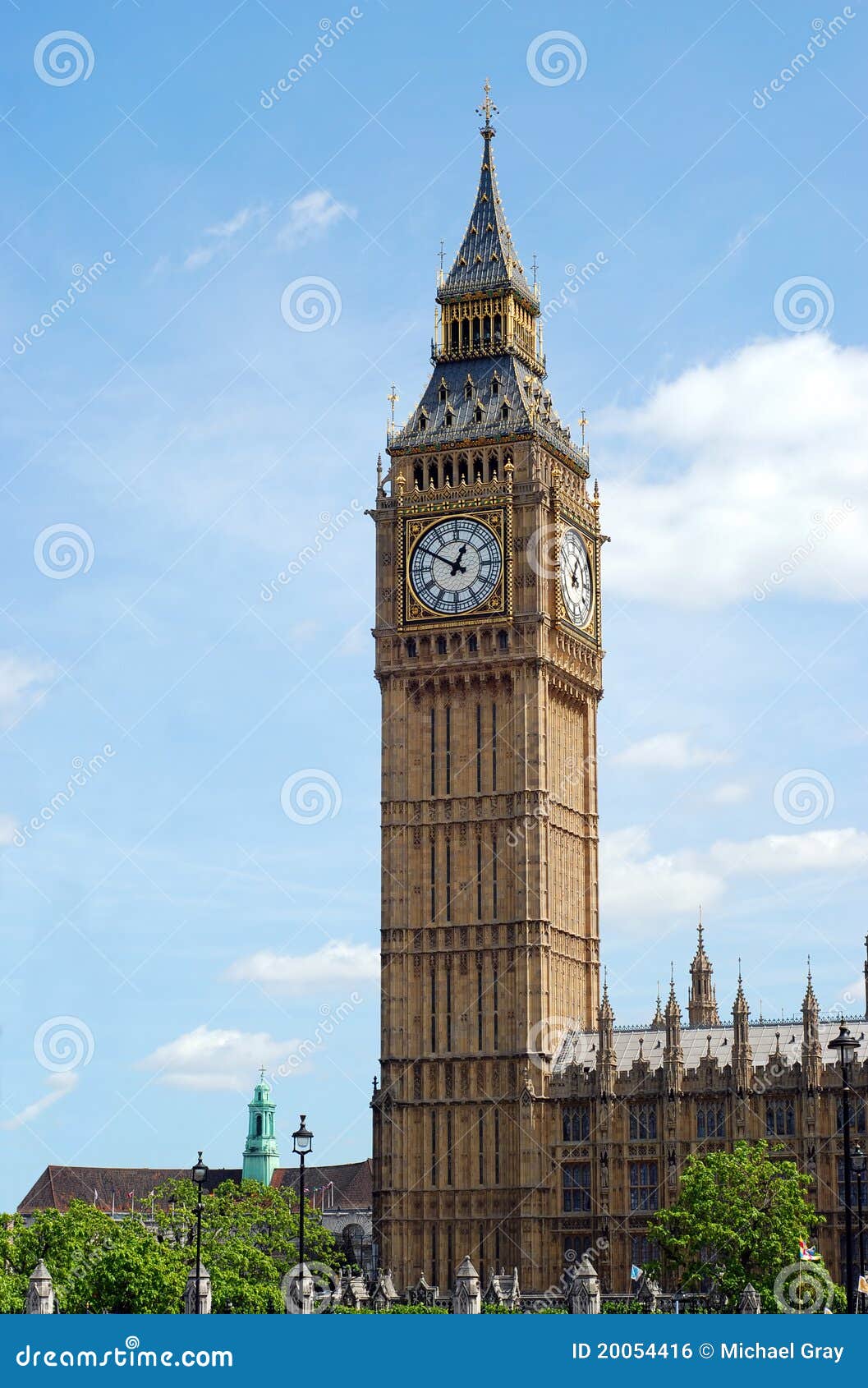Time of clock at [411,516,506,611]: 12:50
